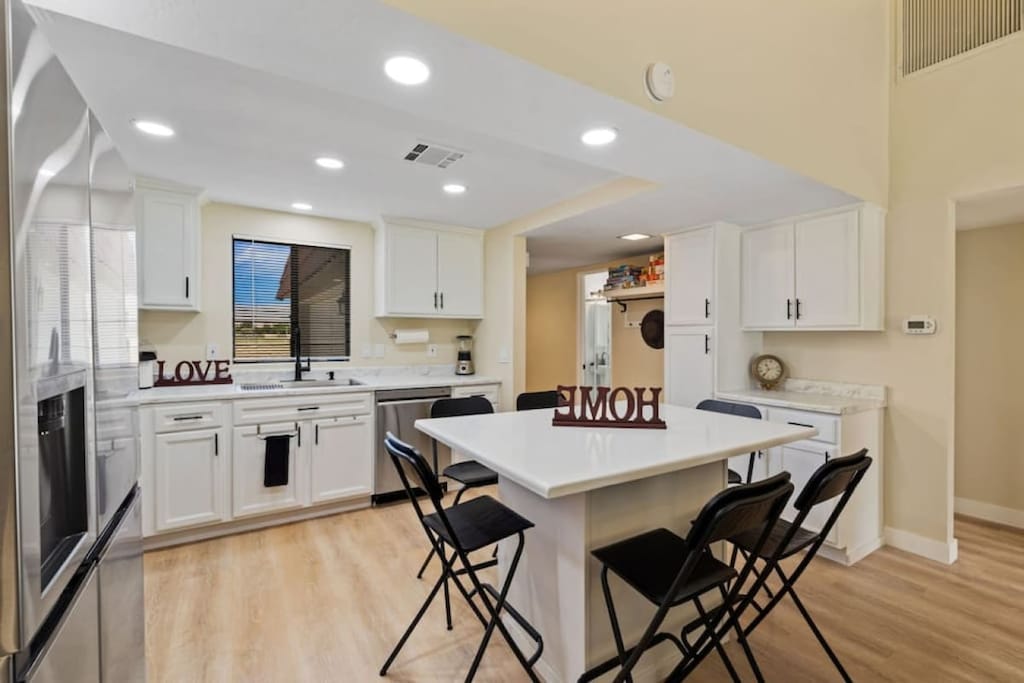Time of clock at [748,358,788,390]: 7:12
